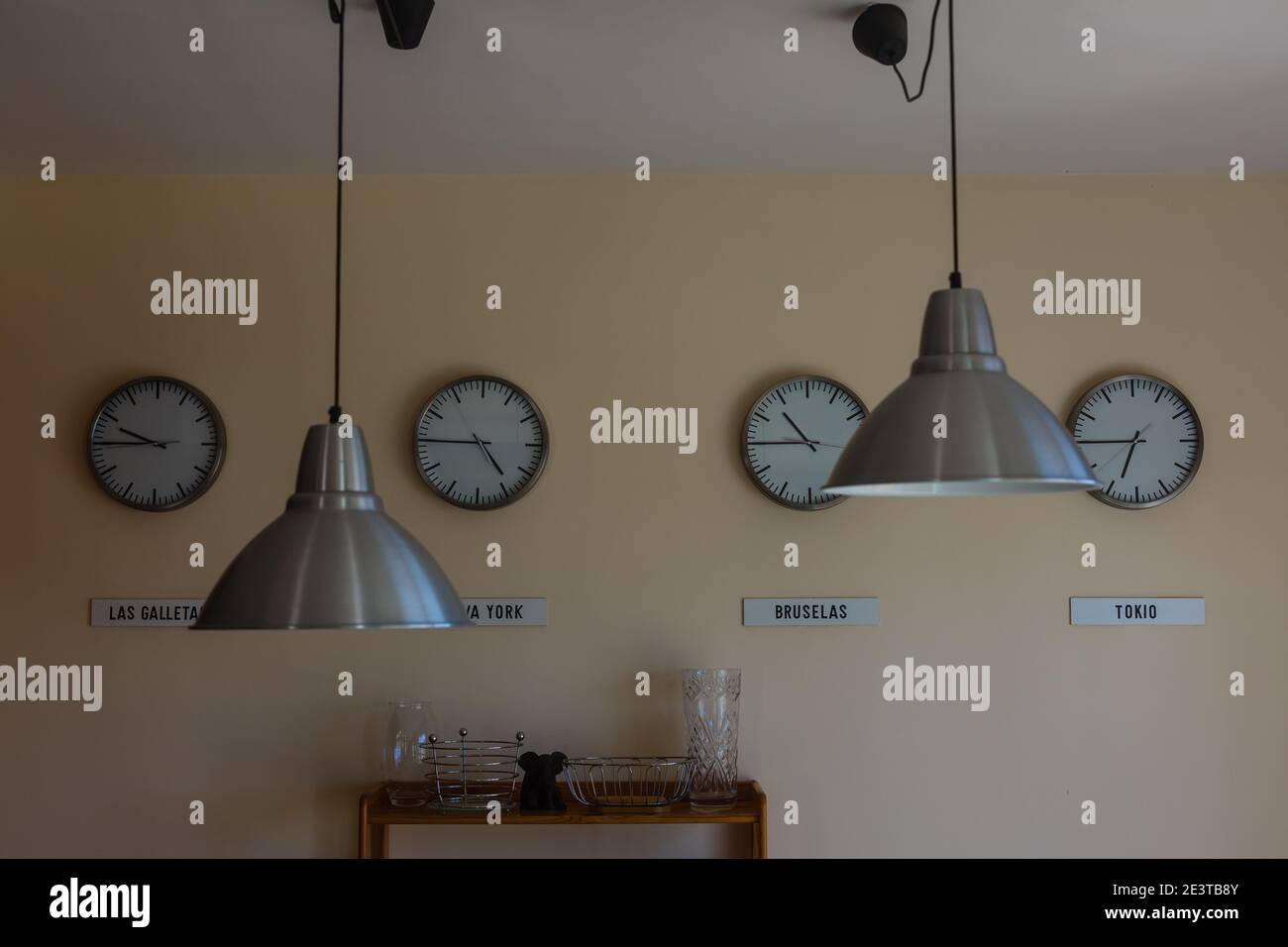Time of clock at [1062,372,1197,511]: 6:44
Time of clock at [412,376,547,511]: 4:45
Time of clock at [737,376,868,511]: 10:45
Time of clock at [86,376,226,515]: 9:45
